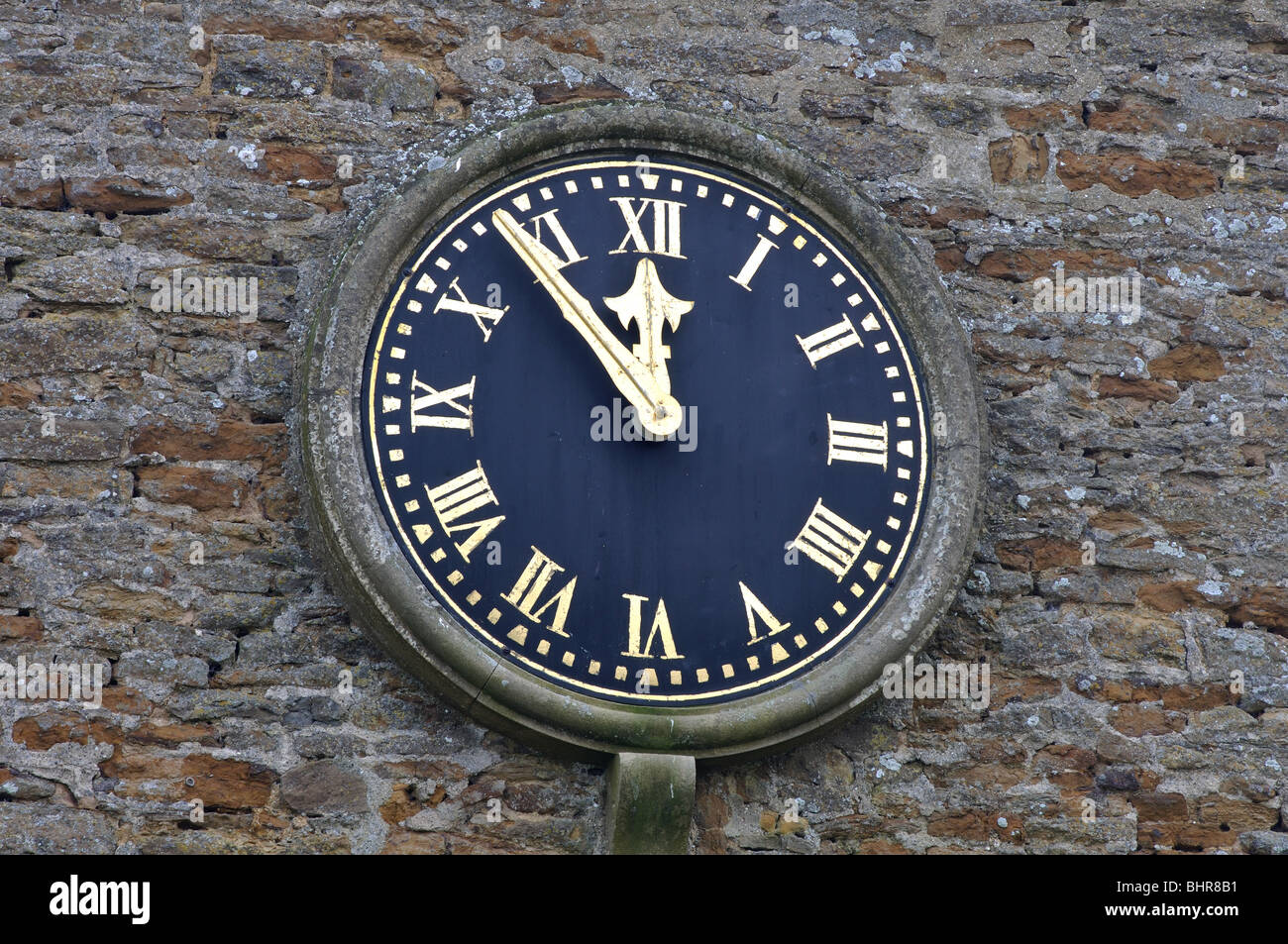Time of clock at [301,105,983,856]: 11:53
